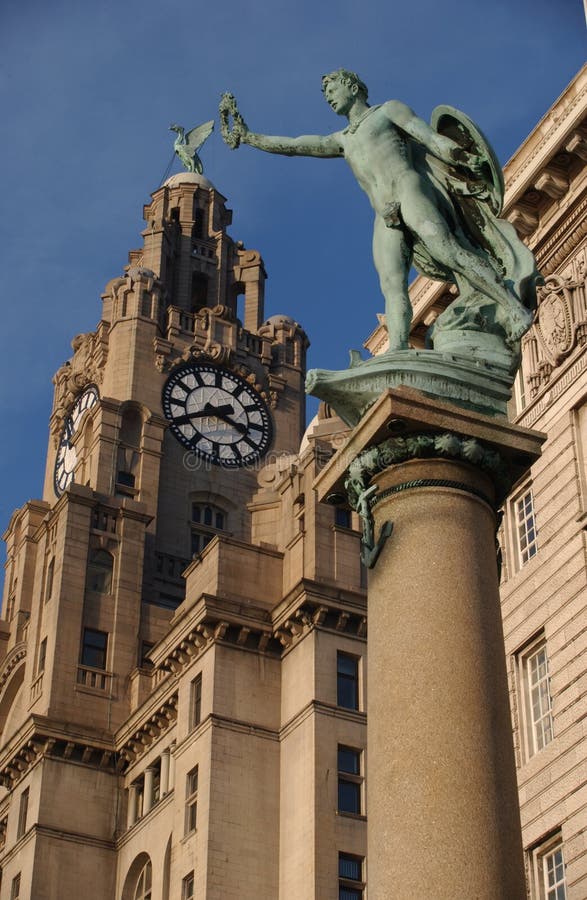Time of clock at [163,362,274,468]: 3:40
